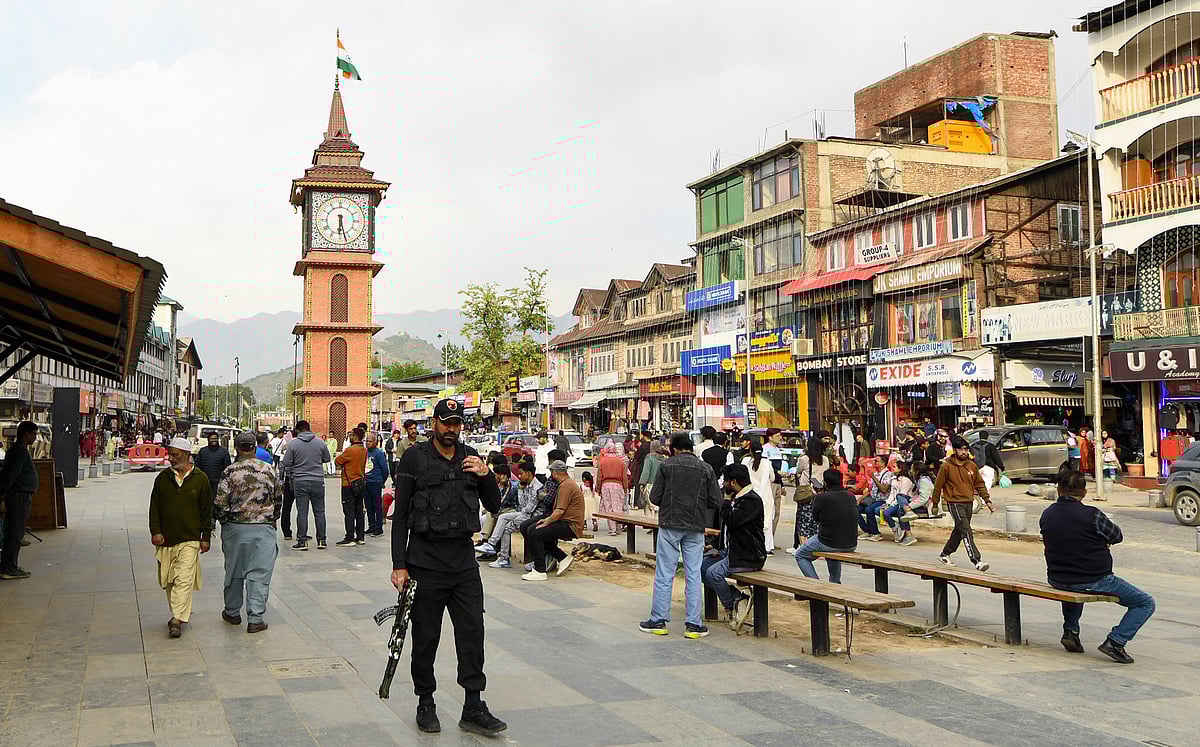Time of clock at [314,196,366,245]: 6:27
